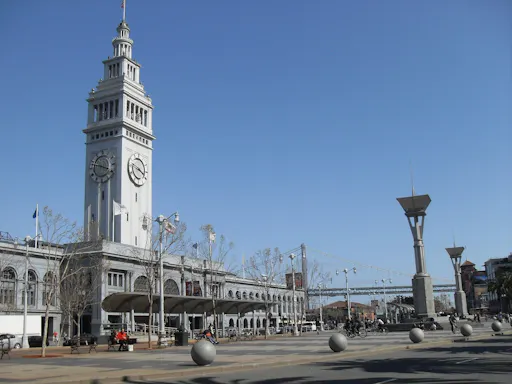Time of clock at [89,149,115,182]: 3:47
